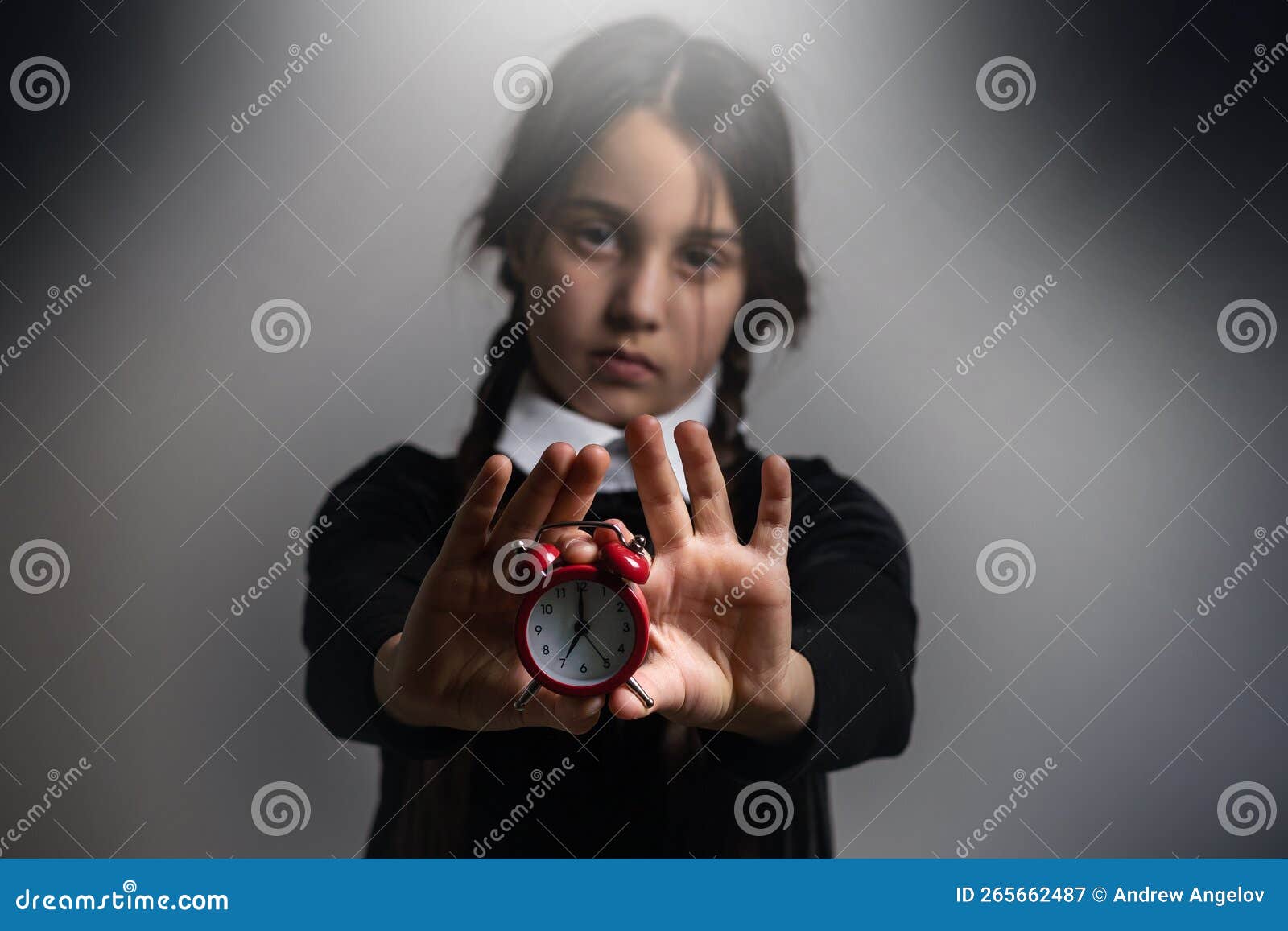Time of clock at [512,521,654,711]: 7:00
